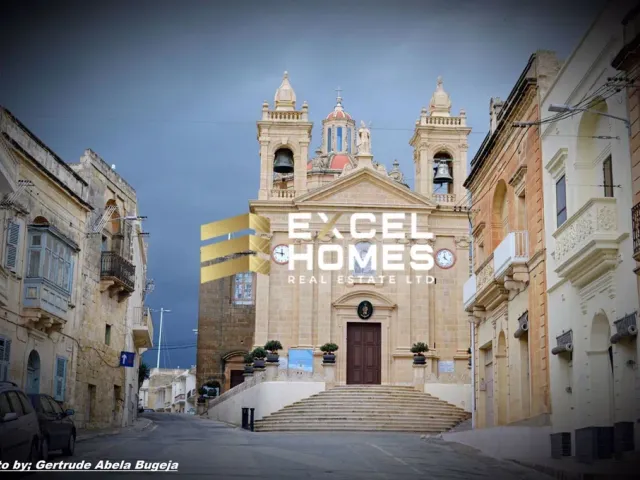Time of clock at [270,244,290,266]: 11:47
